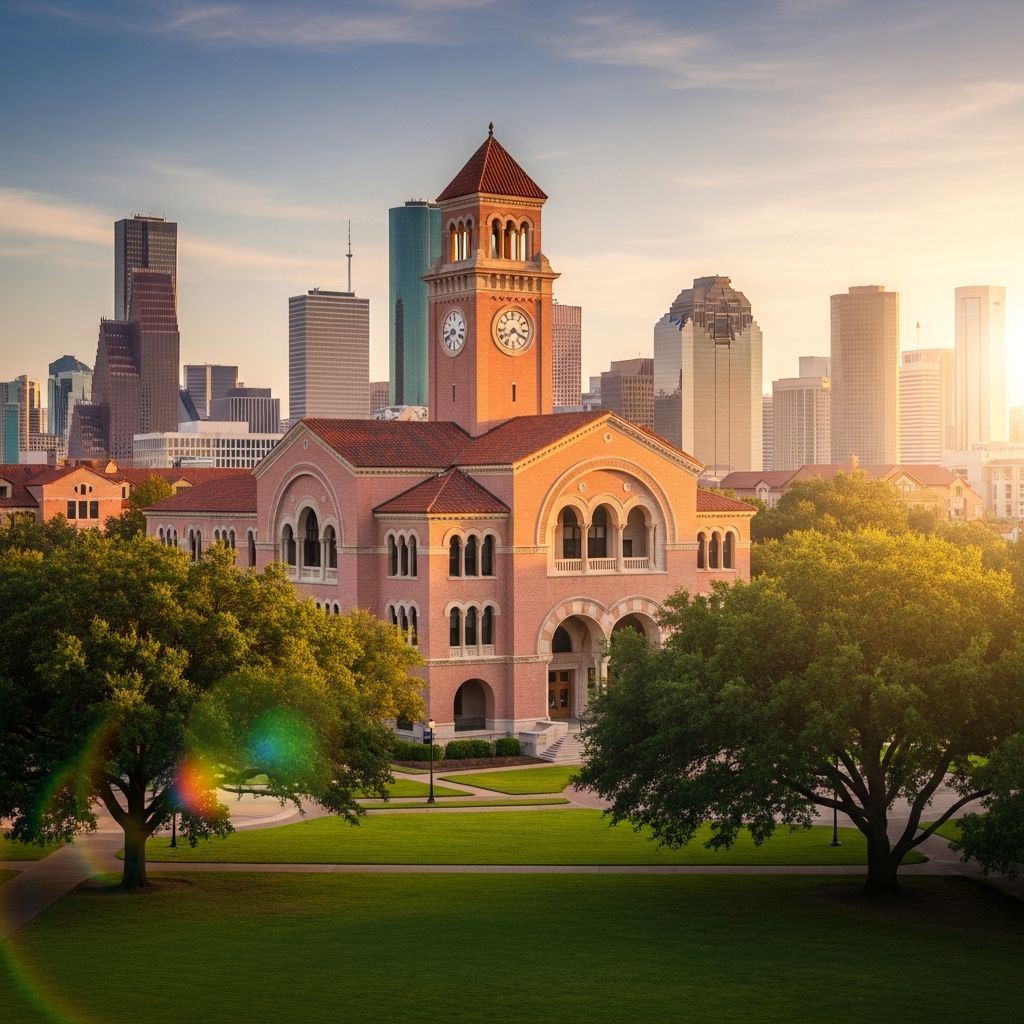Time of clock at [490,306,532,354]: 7:19
